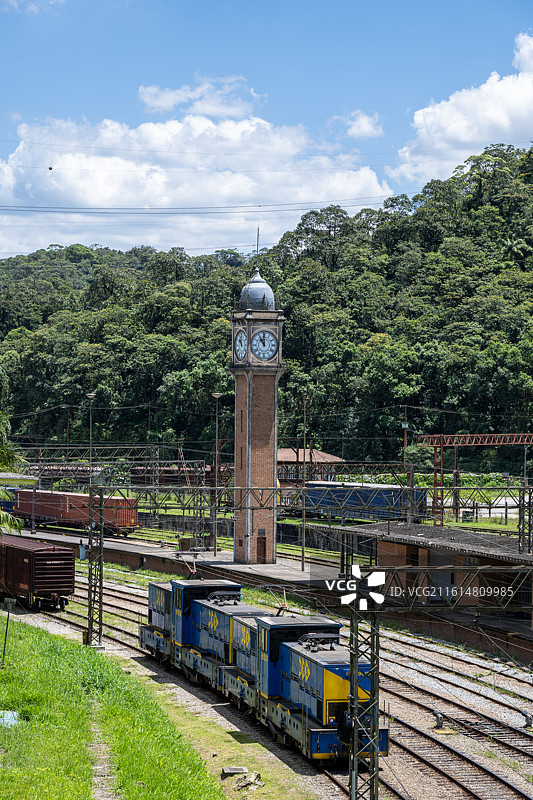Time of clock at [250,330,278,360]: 11:00
